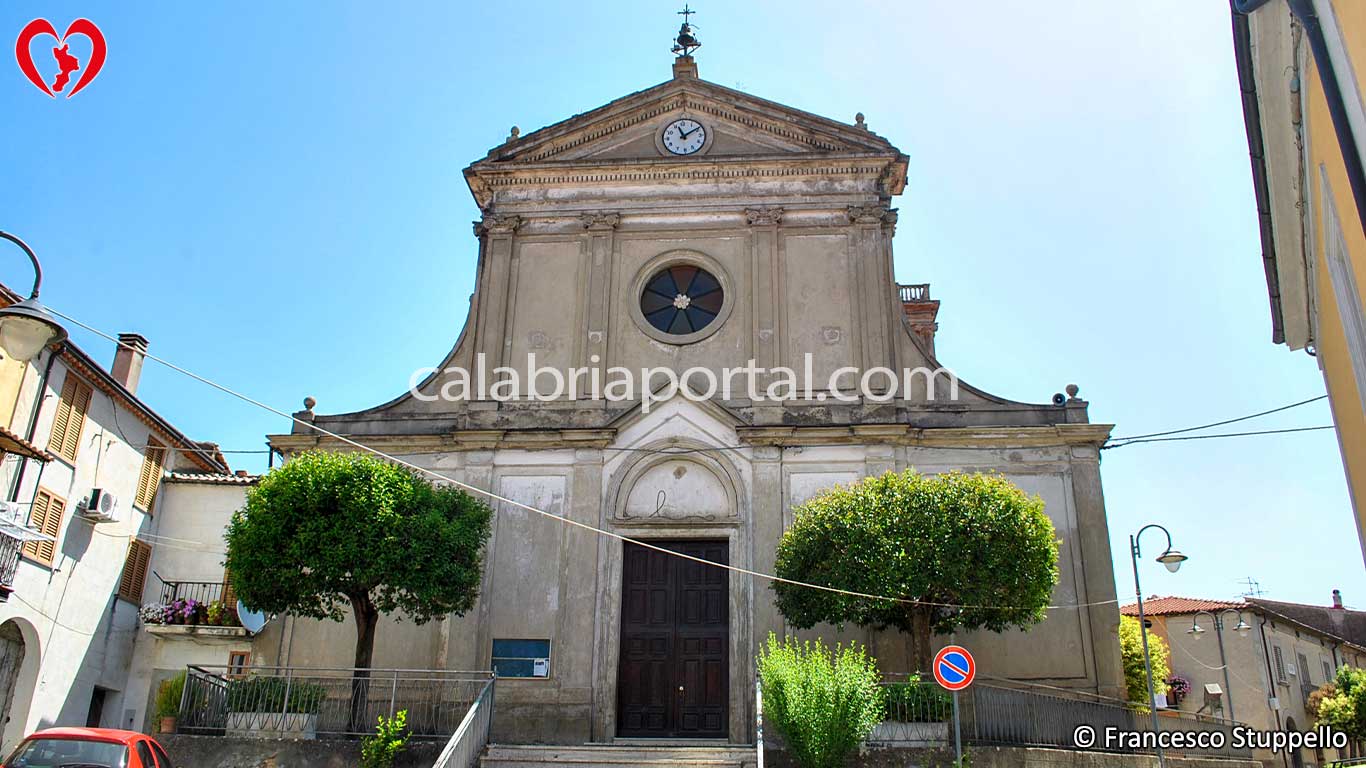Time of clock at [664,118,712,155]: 11:10
